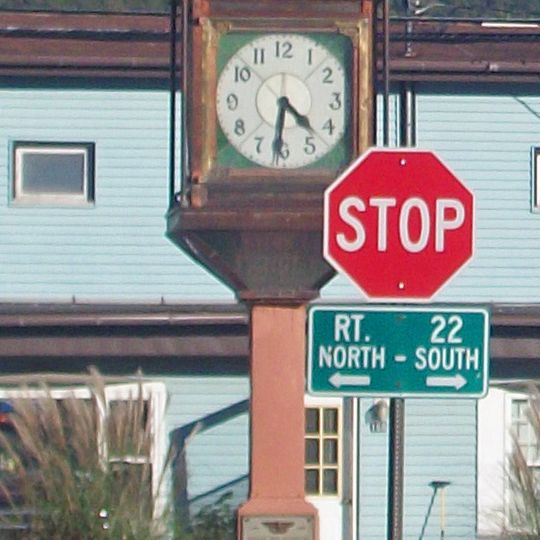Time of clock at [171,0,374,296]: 4:31
